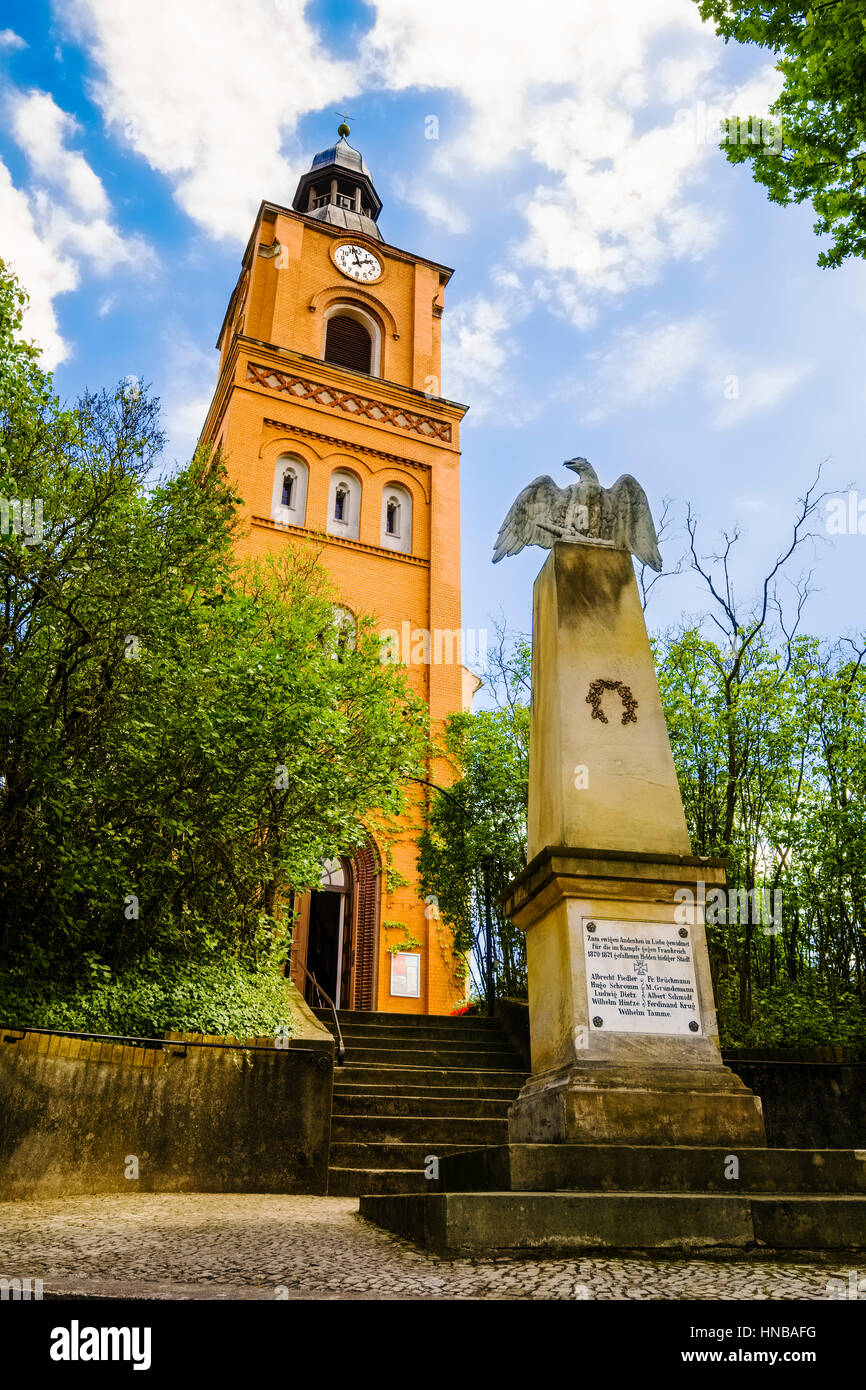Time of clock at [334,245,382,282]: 1:57
